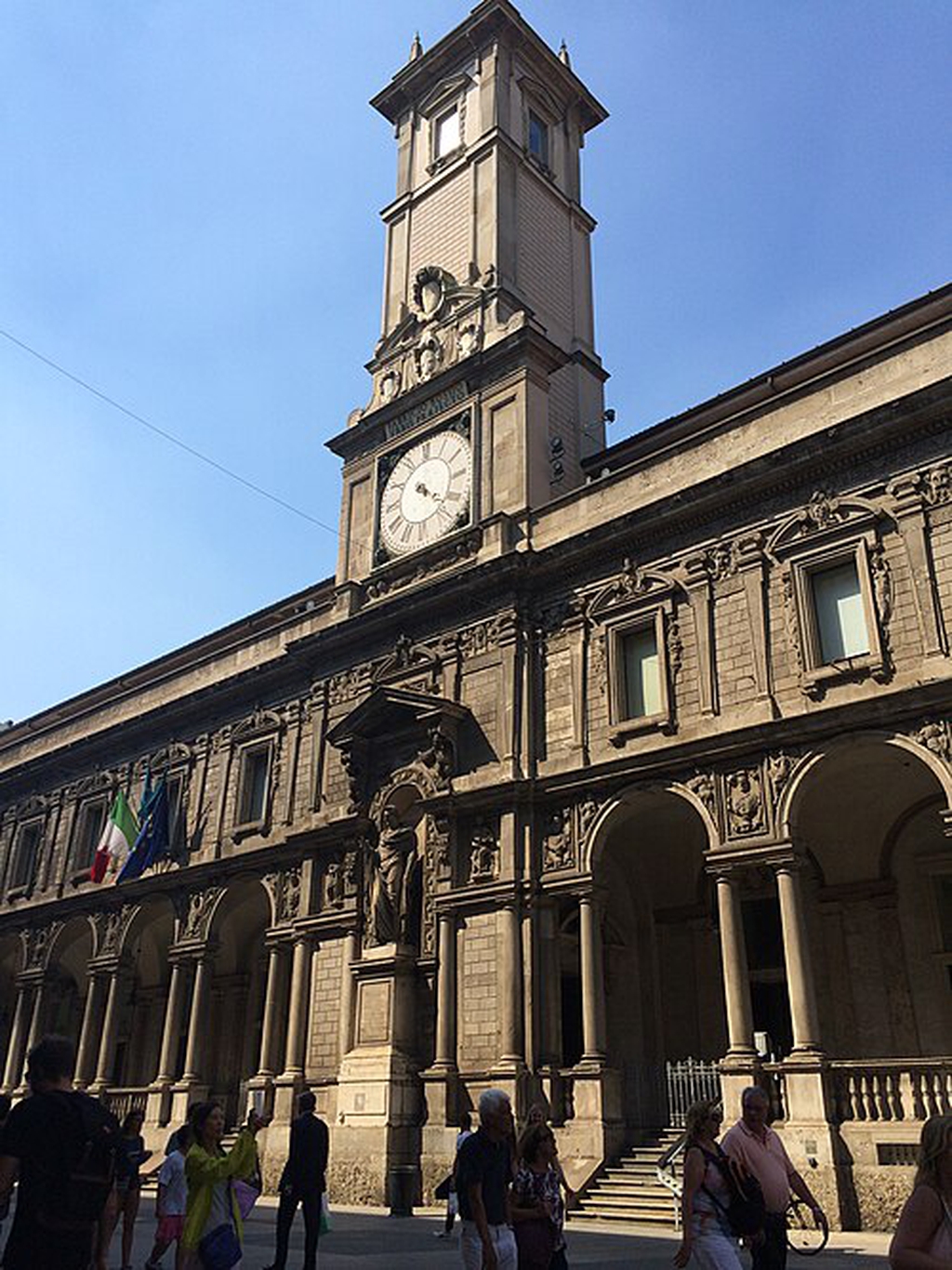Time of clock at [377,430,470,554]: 4:21
